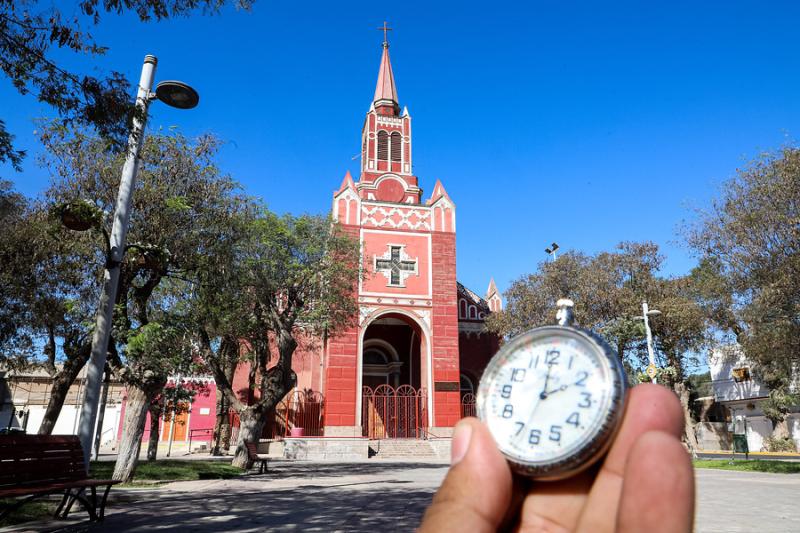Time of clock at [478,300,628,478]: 2:00
